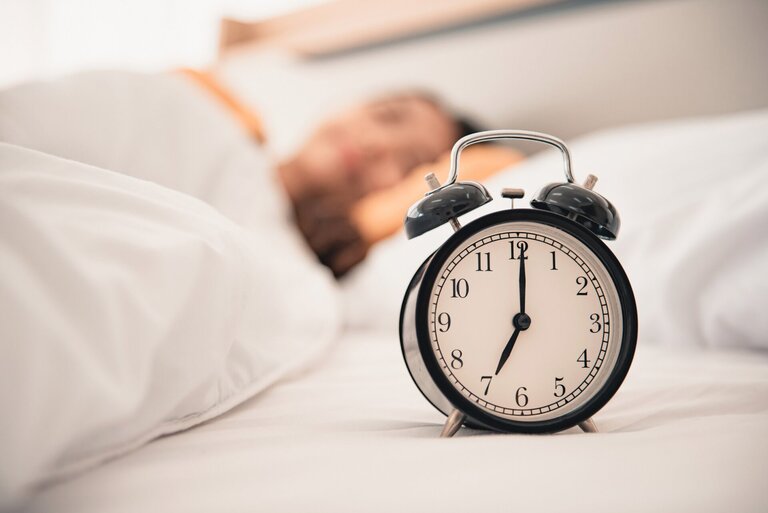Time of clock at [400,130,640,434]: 7:00
